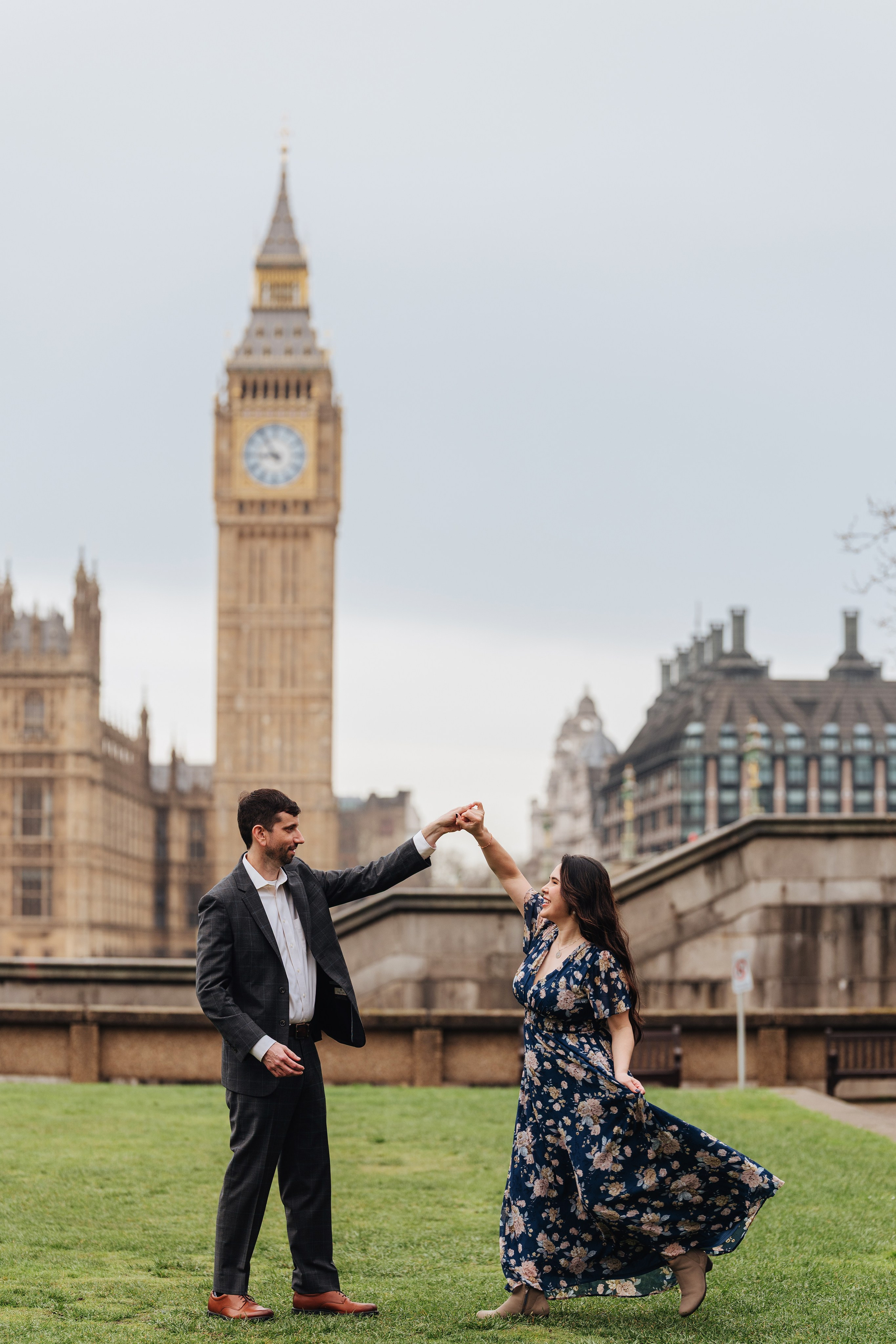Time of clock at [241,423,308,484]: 8:54
